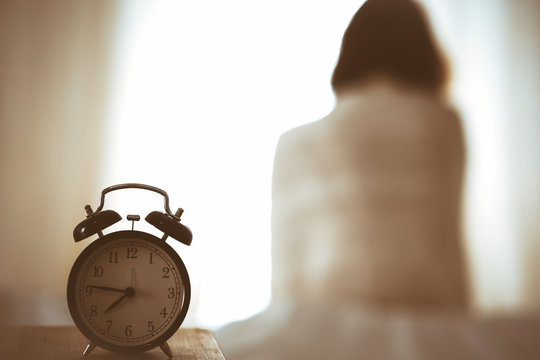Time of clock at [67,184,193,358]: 7:46
